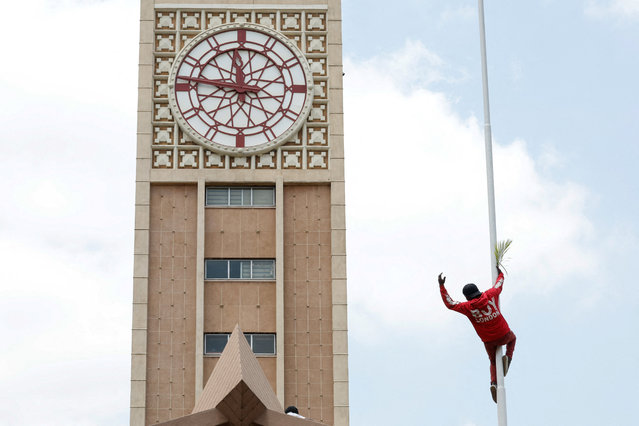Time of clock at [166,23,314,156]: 11:46
